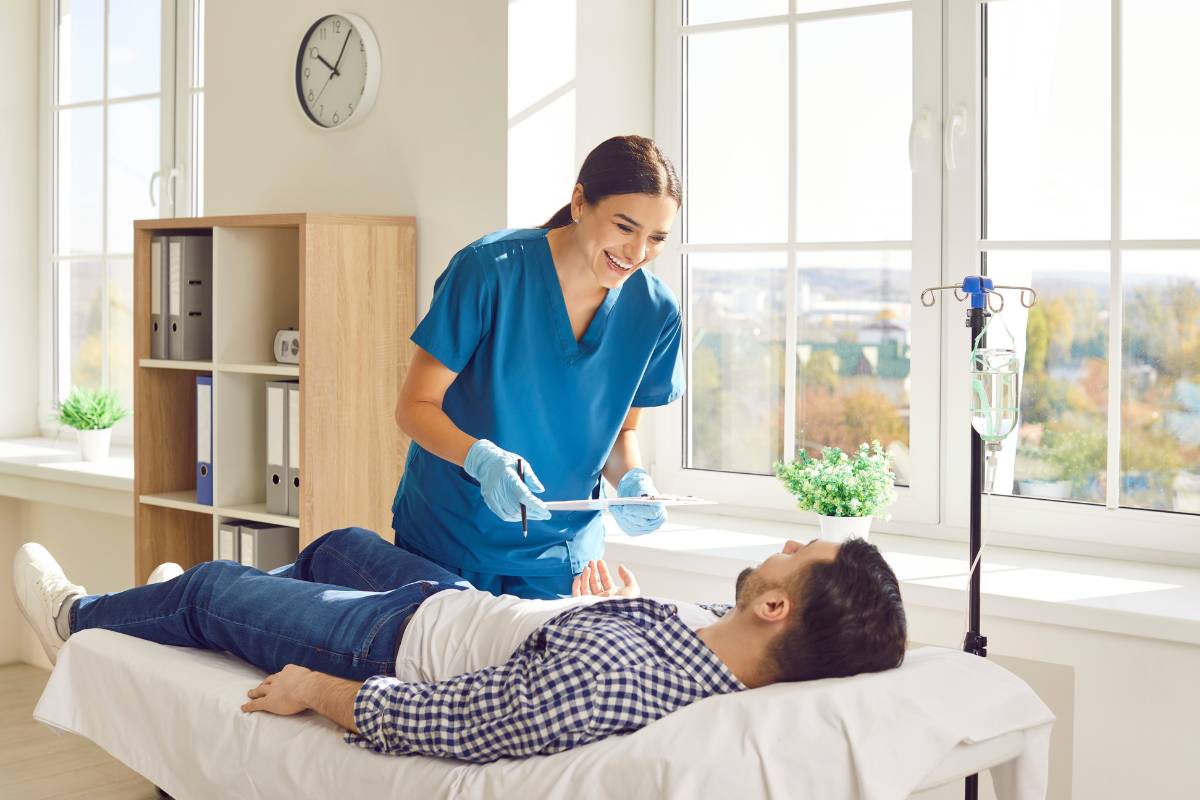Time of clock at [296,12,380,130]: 10:04
